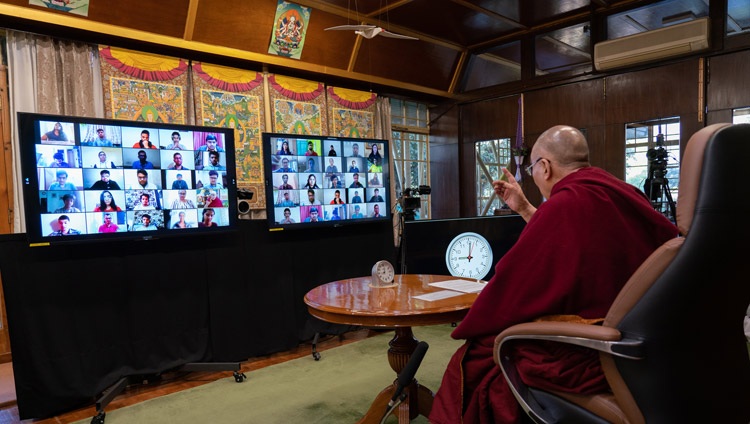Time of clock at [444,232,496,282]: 9:01
